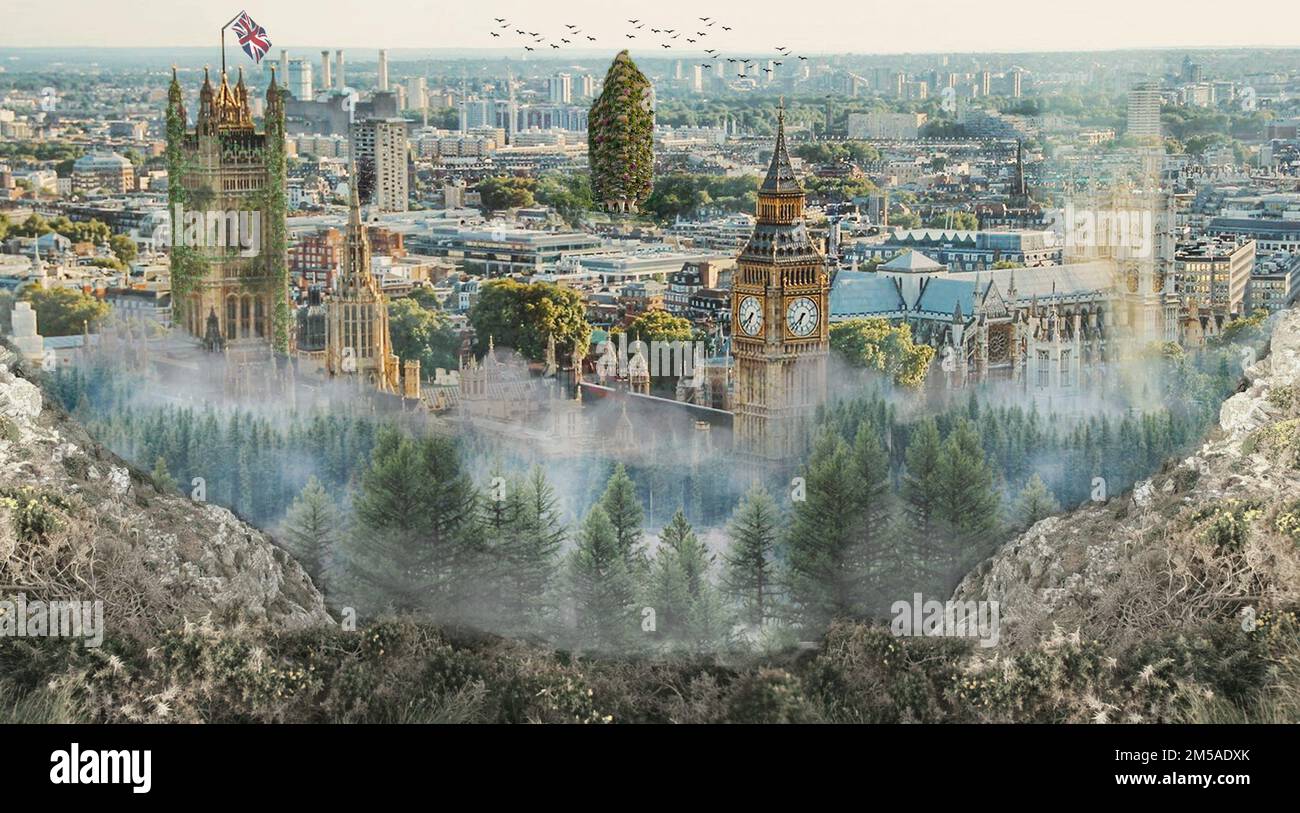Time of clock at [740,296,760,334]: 6:38
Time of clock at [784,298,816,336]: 6:37
